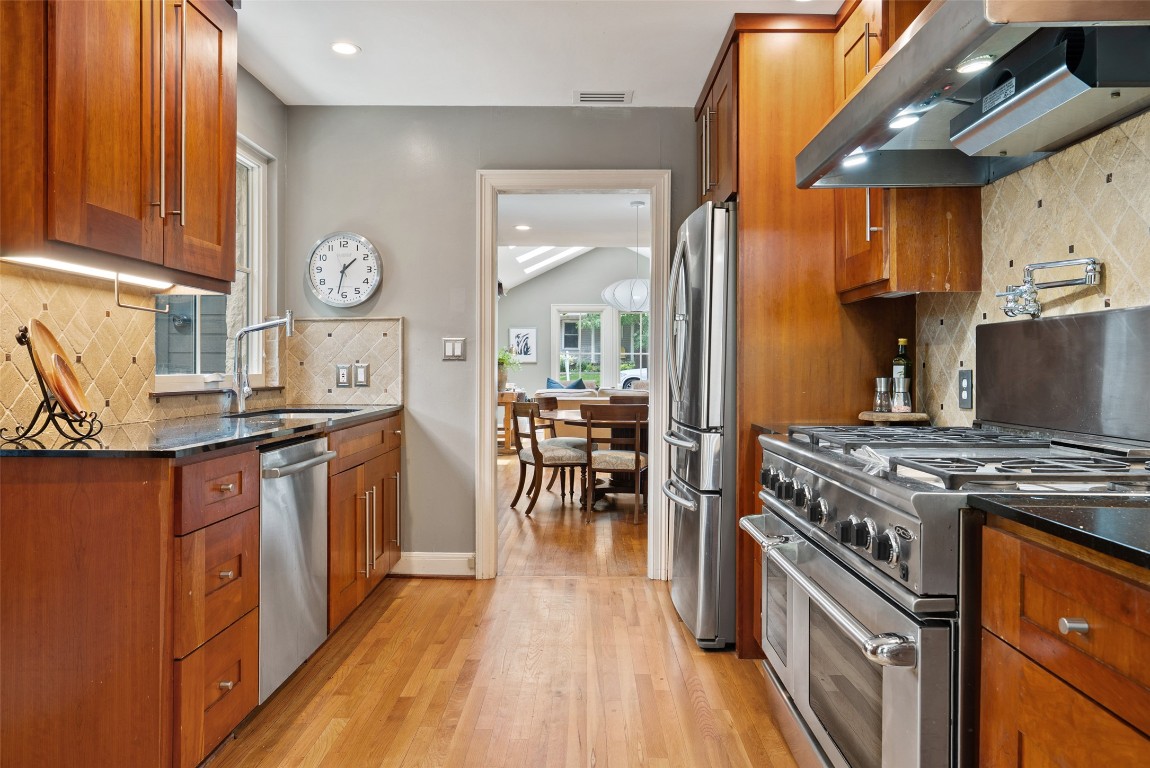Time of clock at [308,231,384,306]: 1:32
